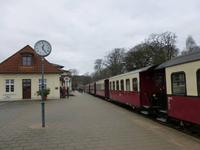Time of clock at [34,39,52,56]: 12:24
